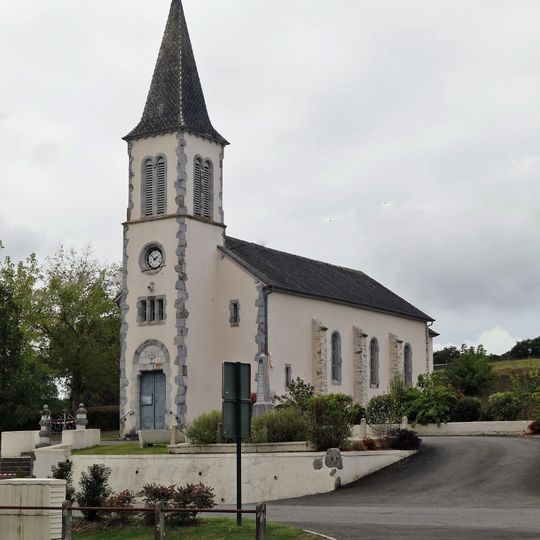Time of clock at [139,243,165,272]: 1:51
